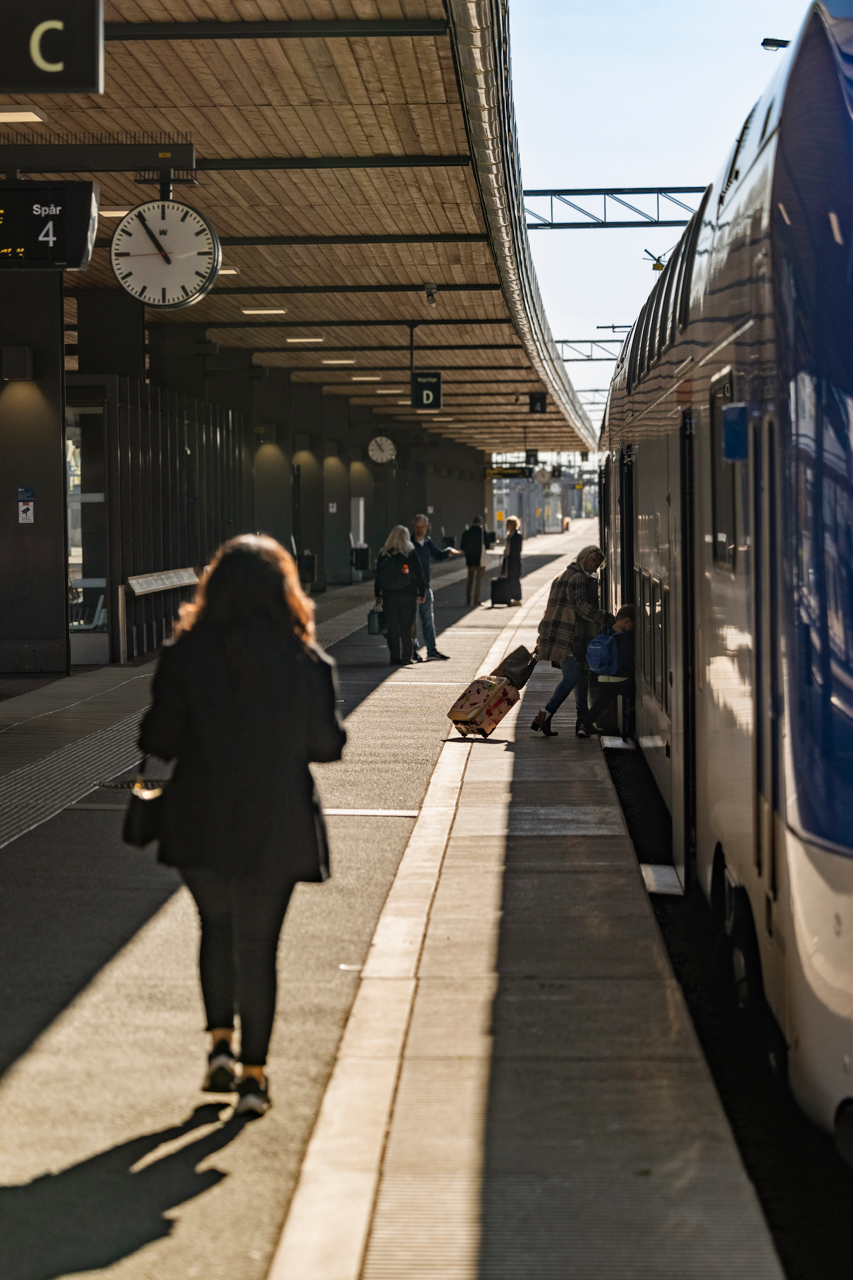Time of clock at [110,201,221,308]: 10:54
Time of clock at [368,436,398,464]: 10:54
